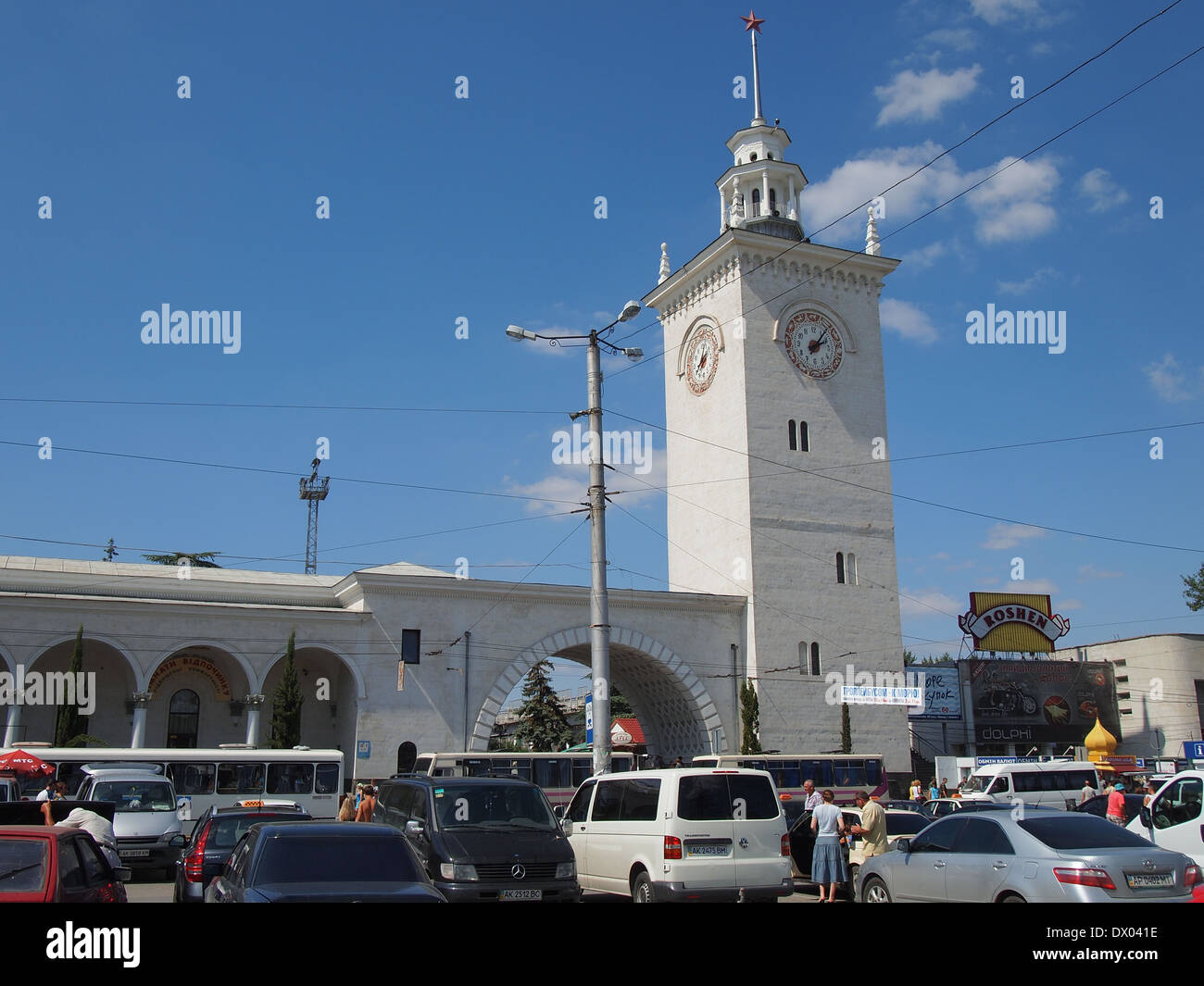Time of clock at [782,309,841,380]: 2:06
